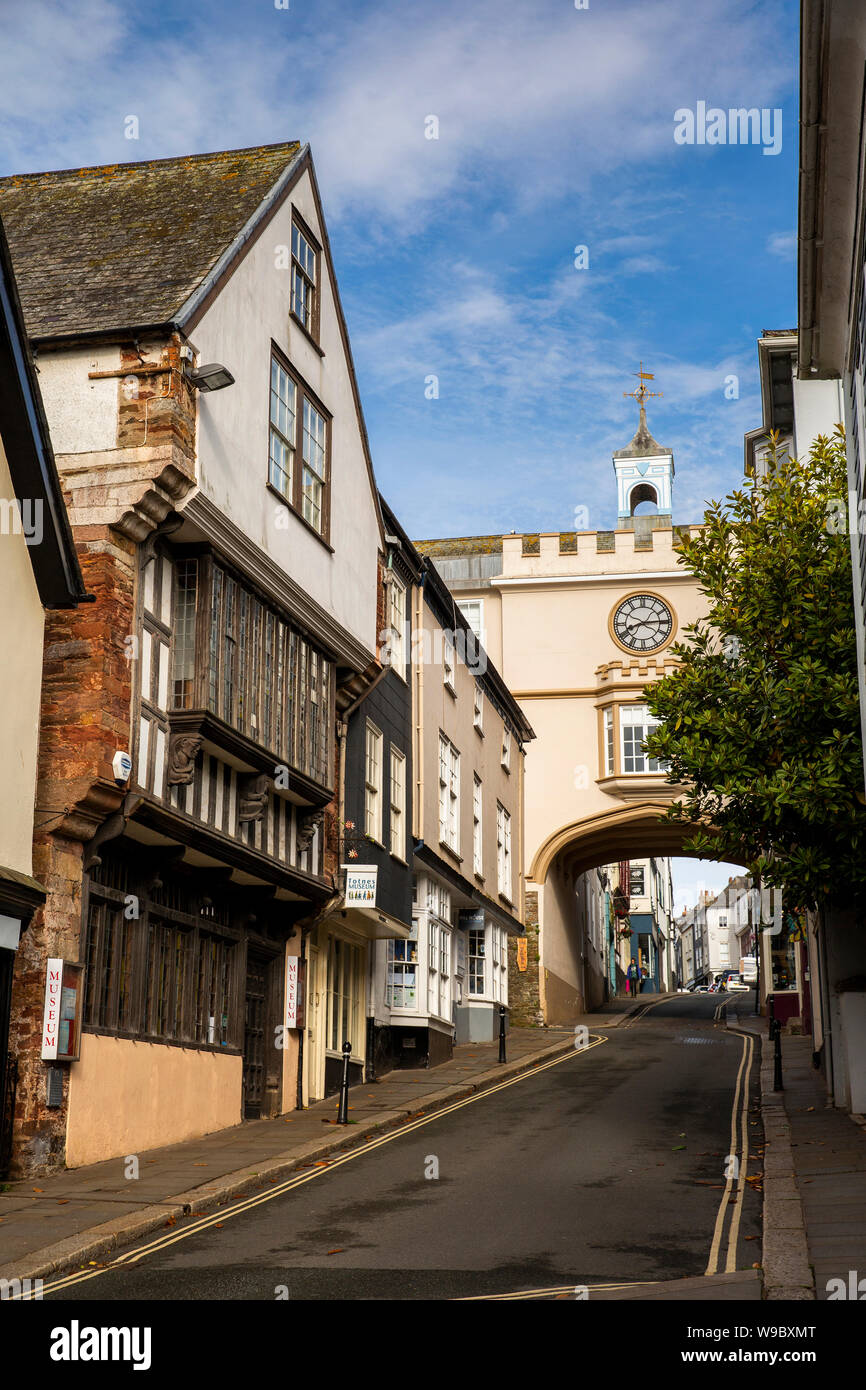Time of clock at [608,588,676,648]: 8:14
